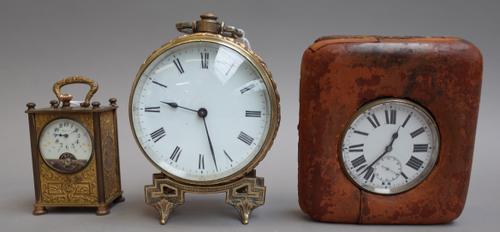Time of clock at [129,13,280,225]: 9:27
